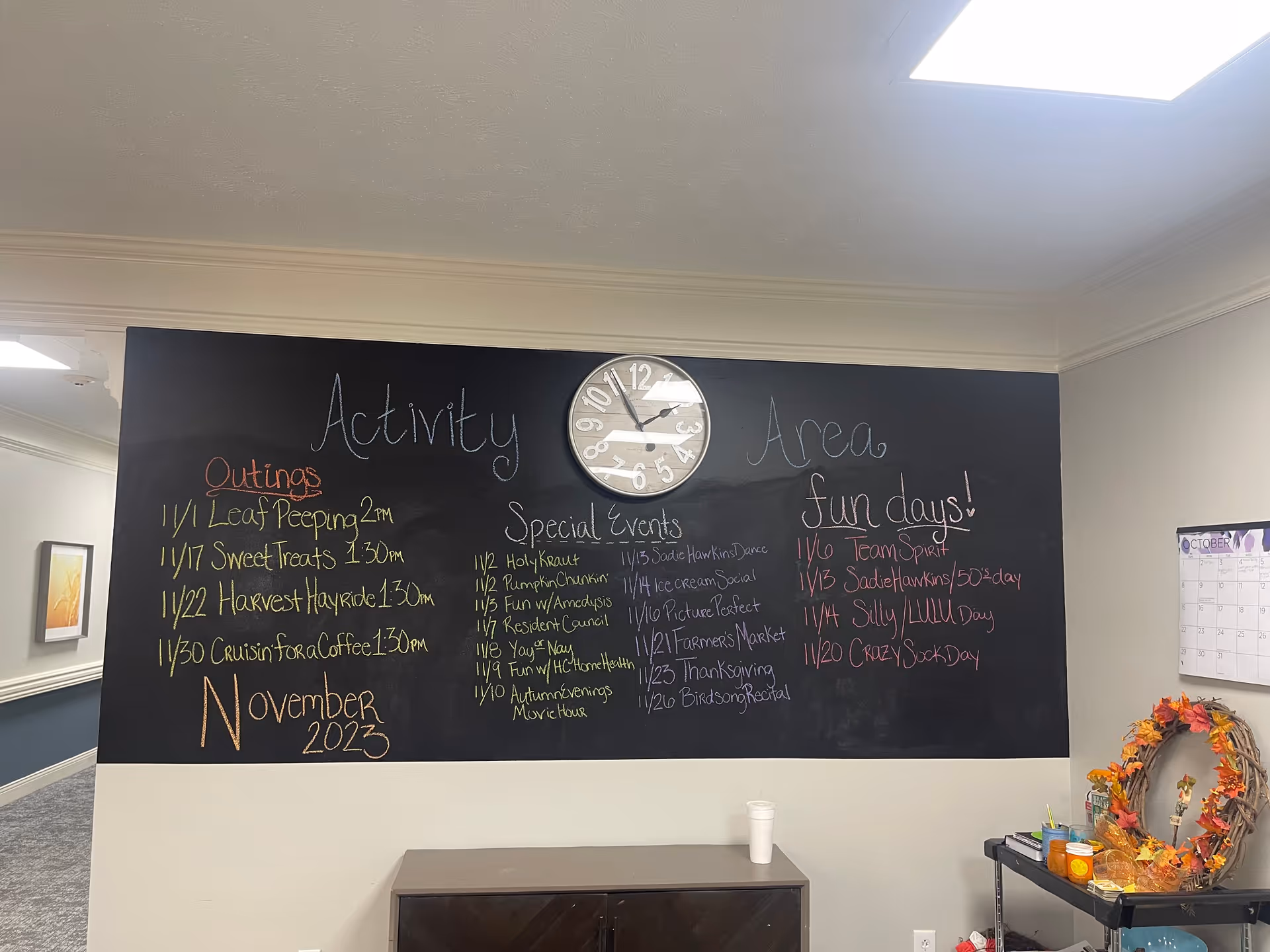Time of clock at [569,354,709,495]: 1:55
